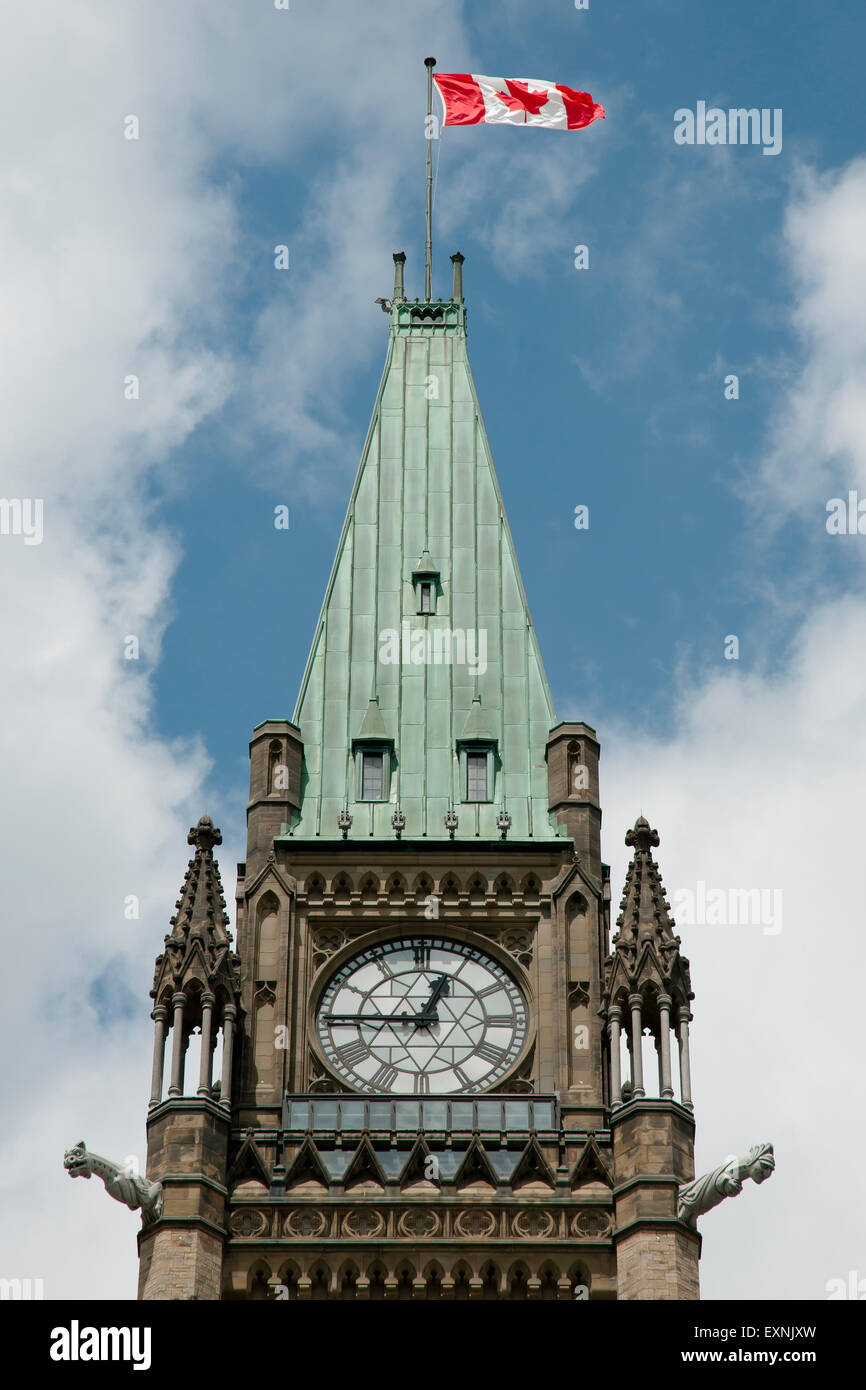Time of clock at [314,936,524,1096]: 12:45
